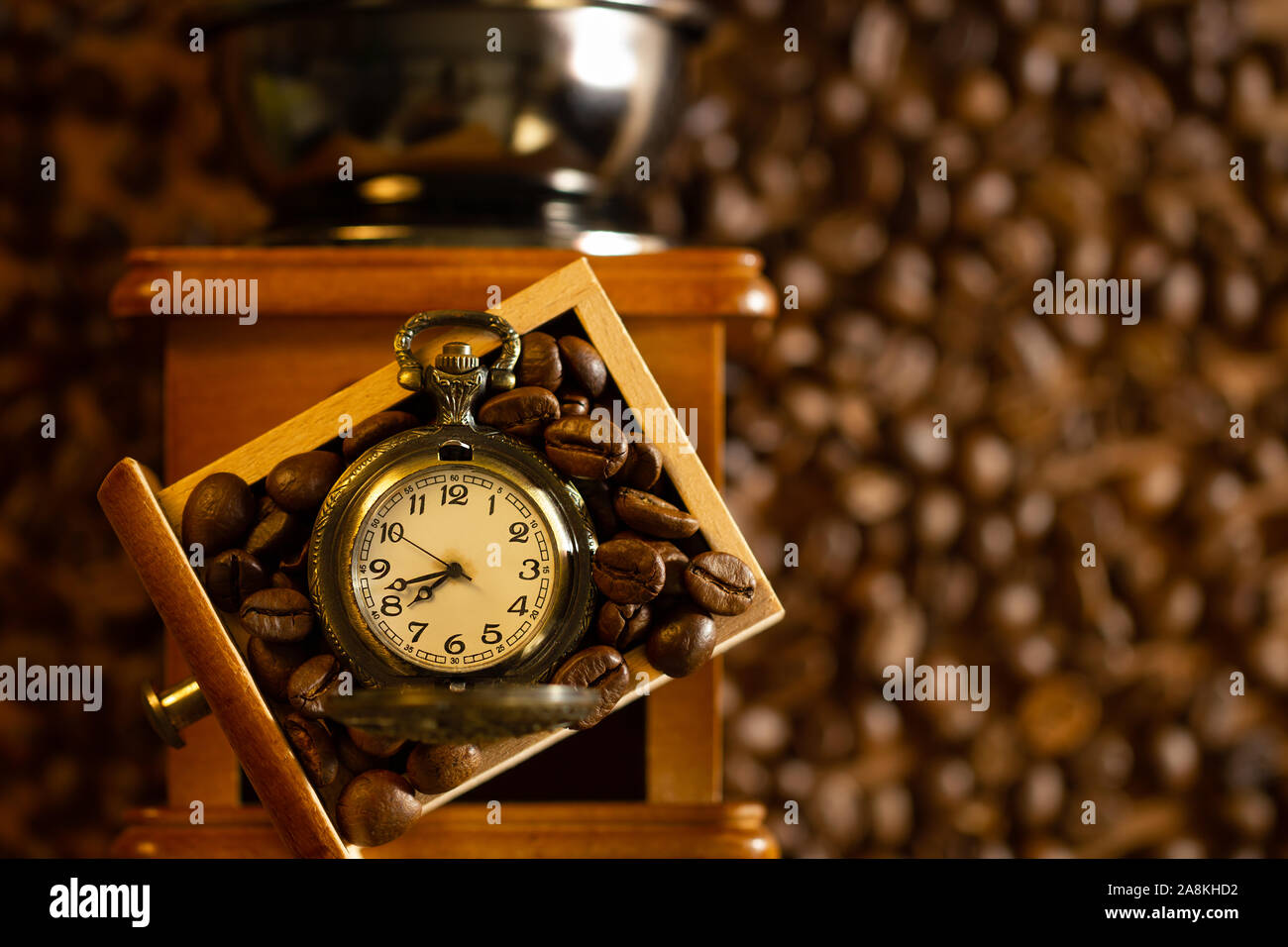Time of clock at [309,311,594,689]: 7:42
